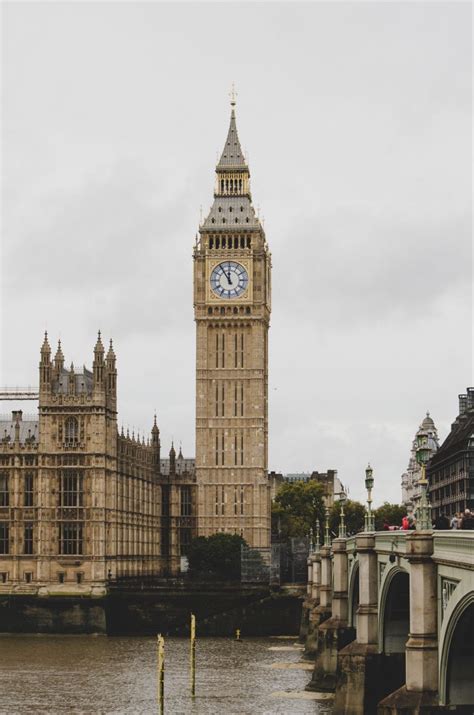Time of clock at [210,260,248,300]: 11:54
